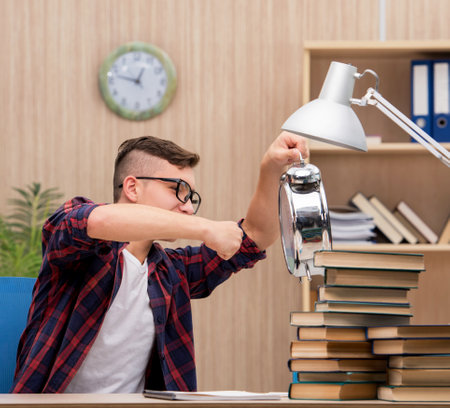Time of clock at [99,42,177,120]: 12:47
